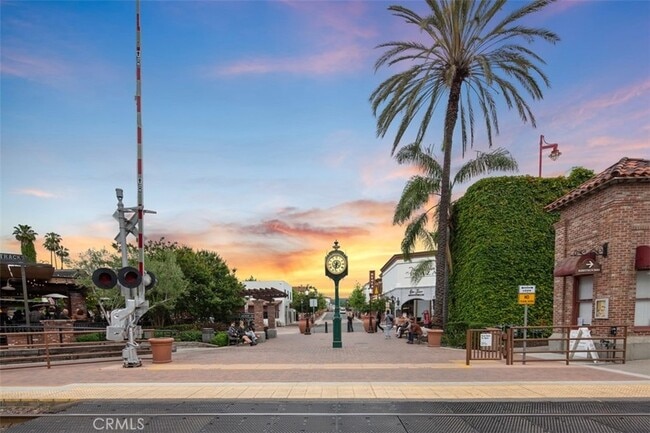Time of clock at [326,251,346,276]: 6:32
